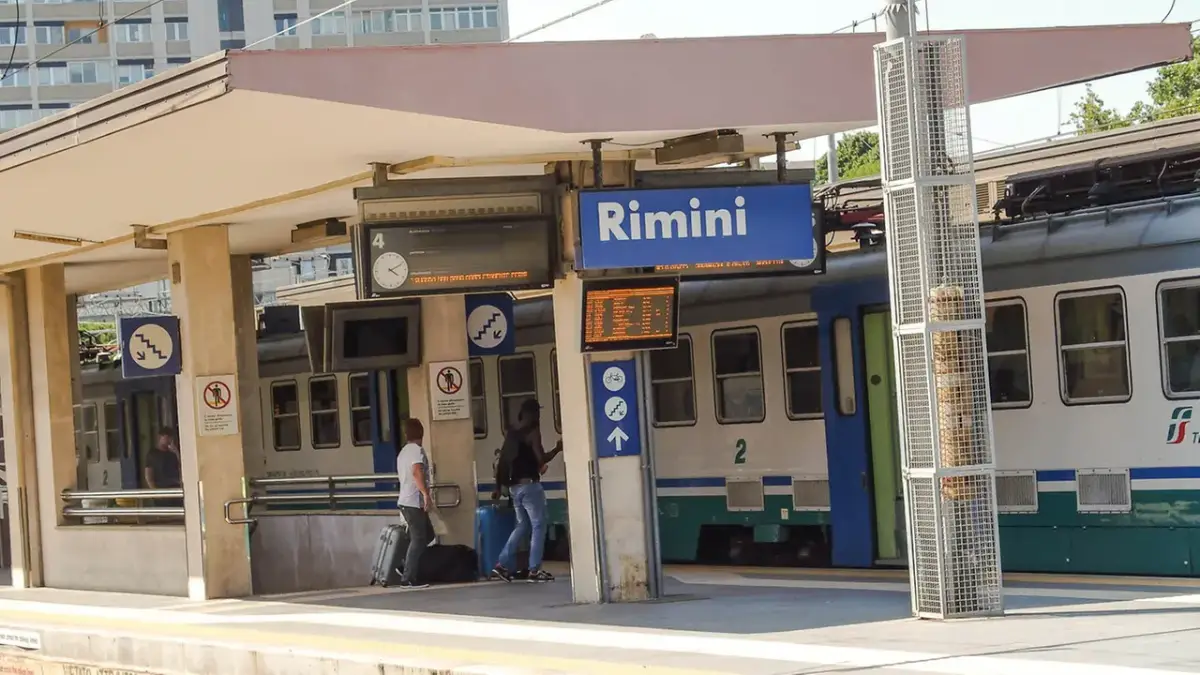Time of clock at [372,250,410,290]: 4:10
